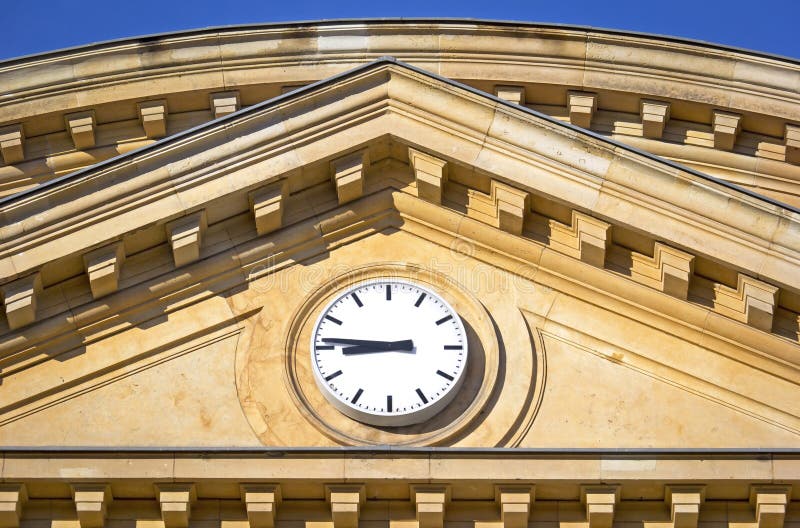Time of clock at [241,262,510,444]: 8:45
